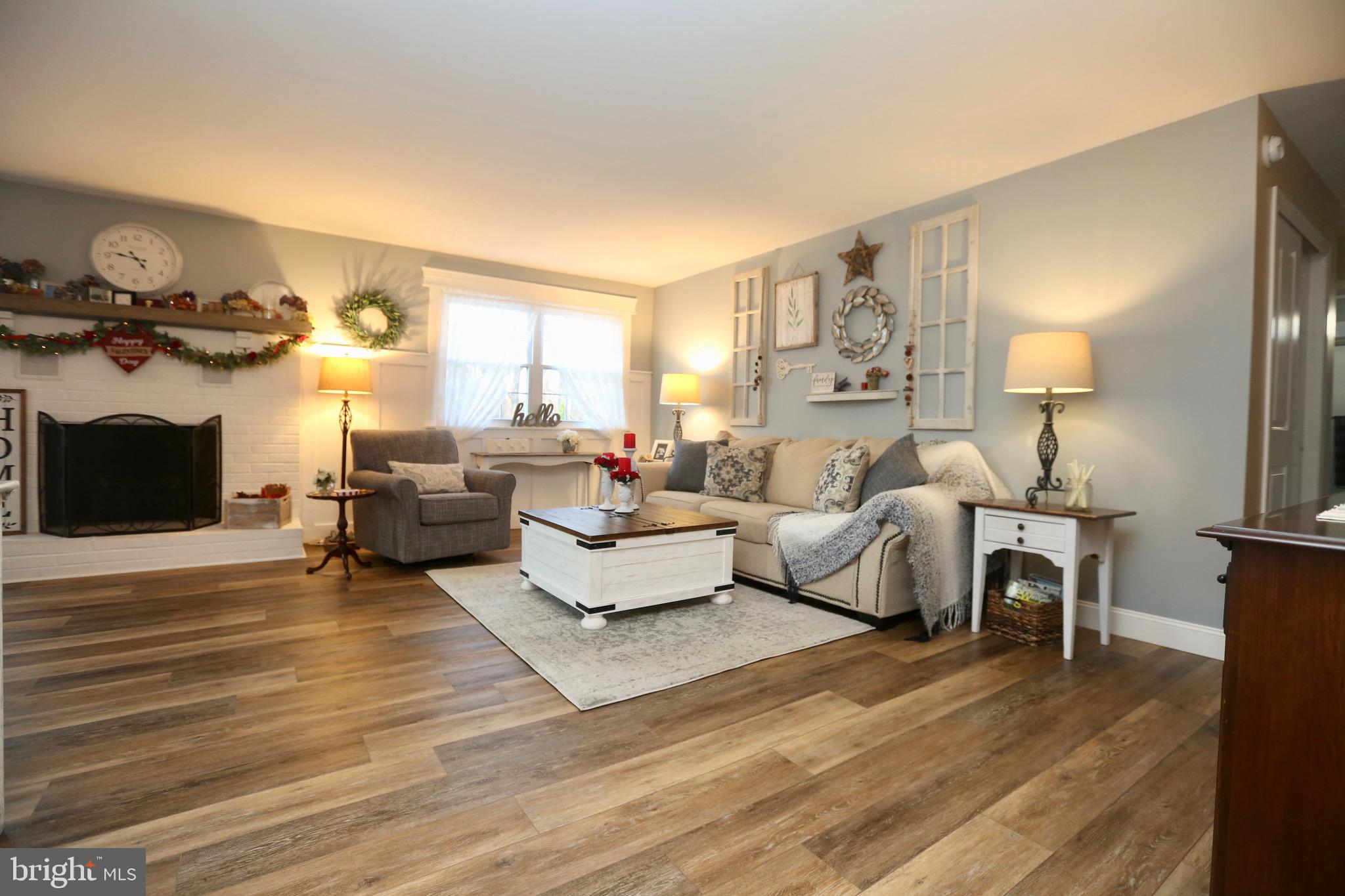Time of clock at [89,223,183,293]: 4:46
